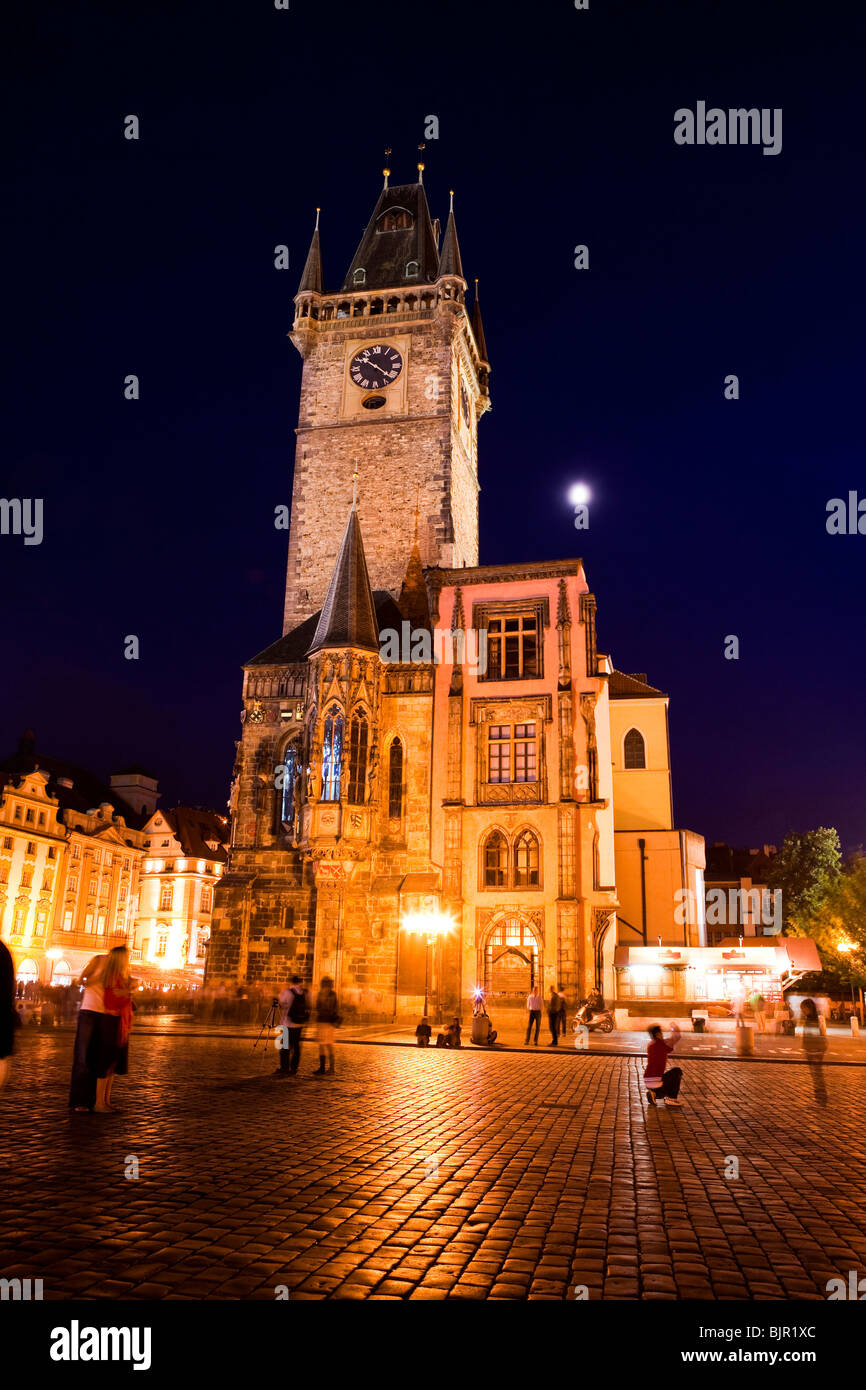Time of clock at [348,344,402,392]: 10:21
